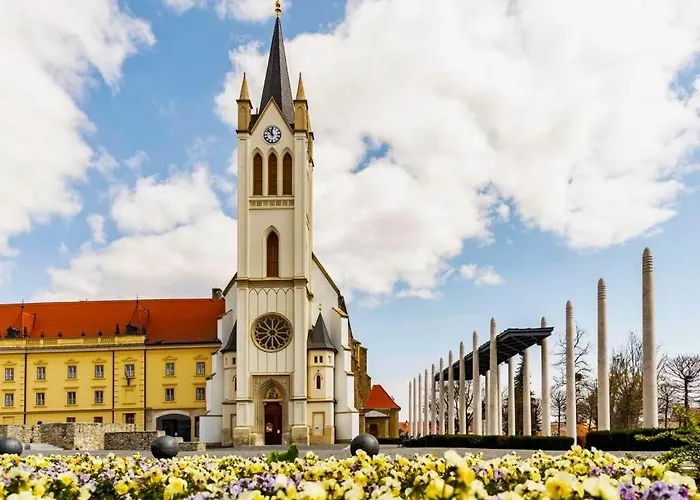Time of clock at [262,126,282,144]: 11:52
